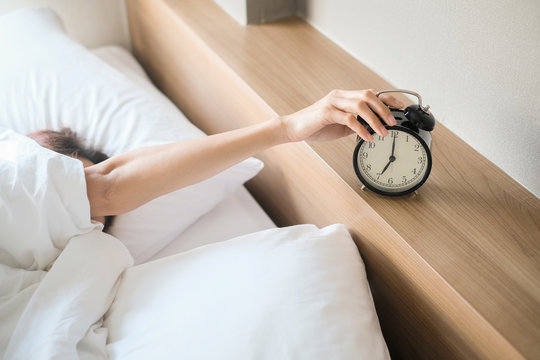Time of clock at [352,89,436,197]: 7:00
